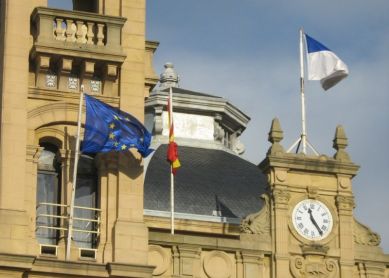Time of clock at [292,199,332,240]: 11:24
